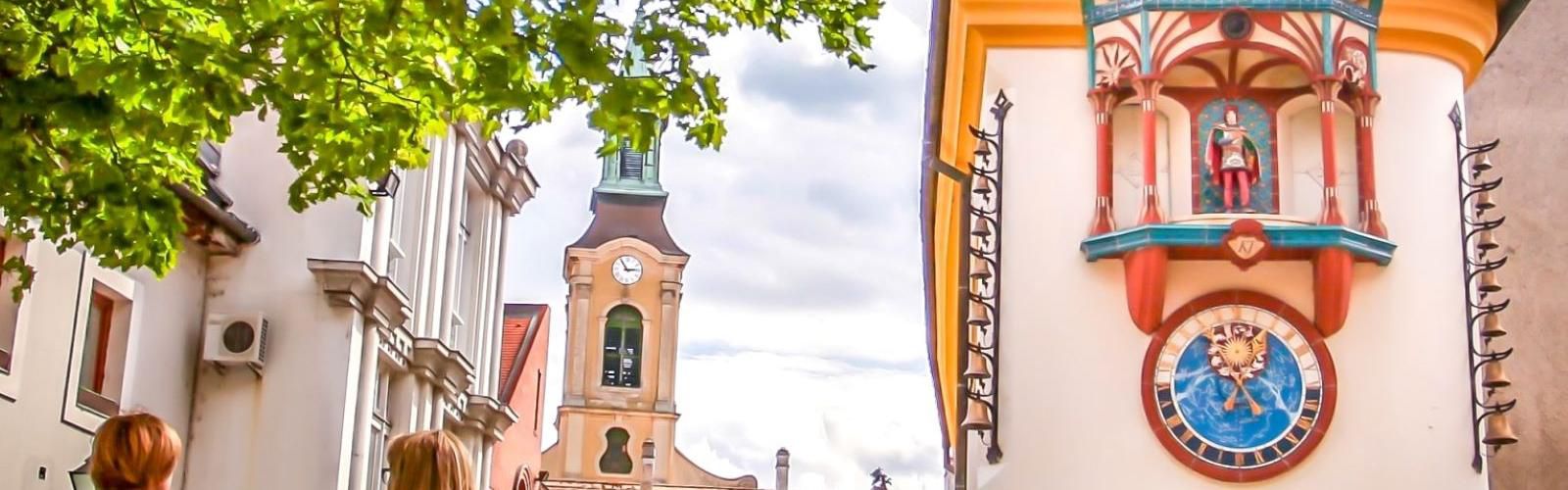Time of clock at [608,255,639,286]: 2:54
